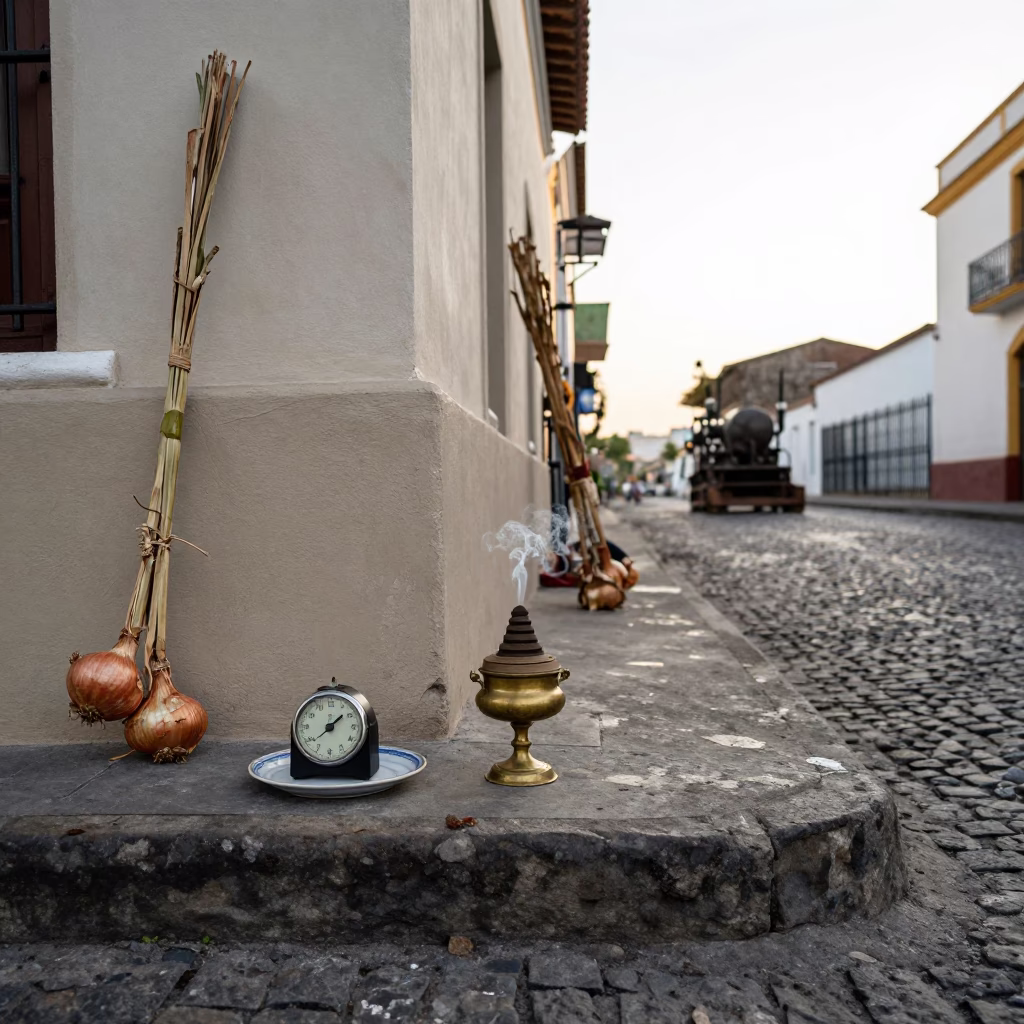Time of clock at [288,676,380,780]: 1:38
